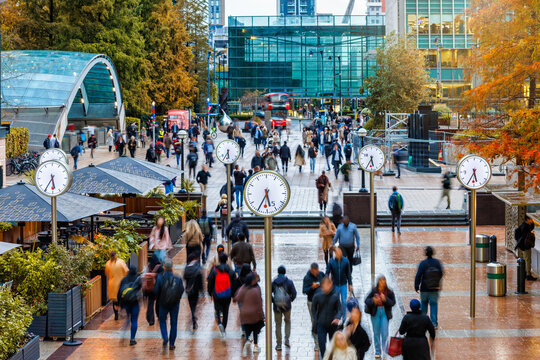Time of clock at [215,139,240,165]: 5:35
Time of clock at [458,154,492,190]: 5:34
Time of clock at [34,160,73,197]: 5:35
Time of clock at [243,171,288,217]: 5:34
